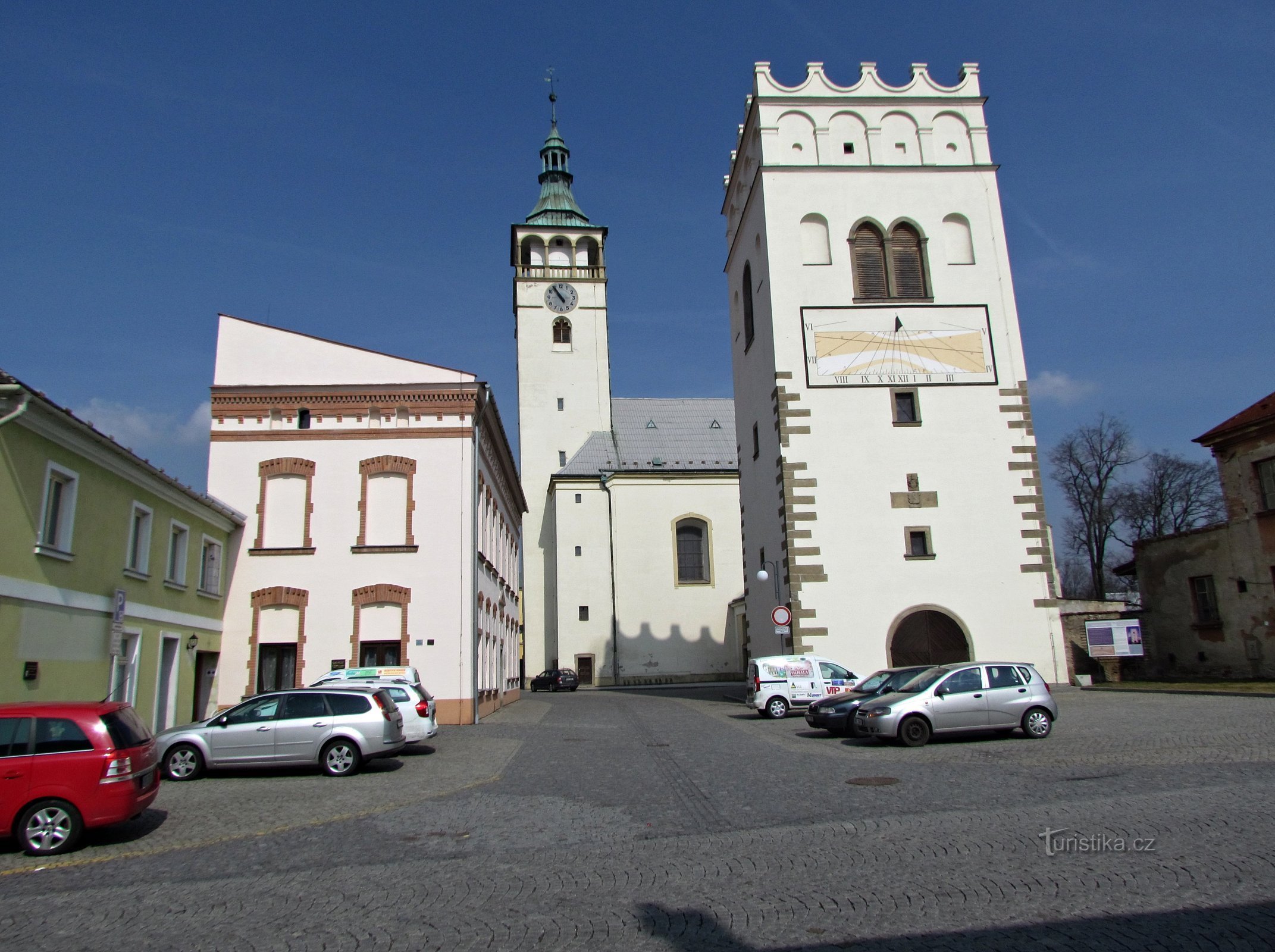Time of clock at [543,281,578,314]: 10:54
